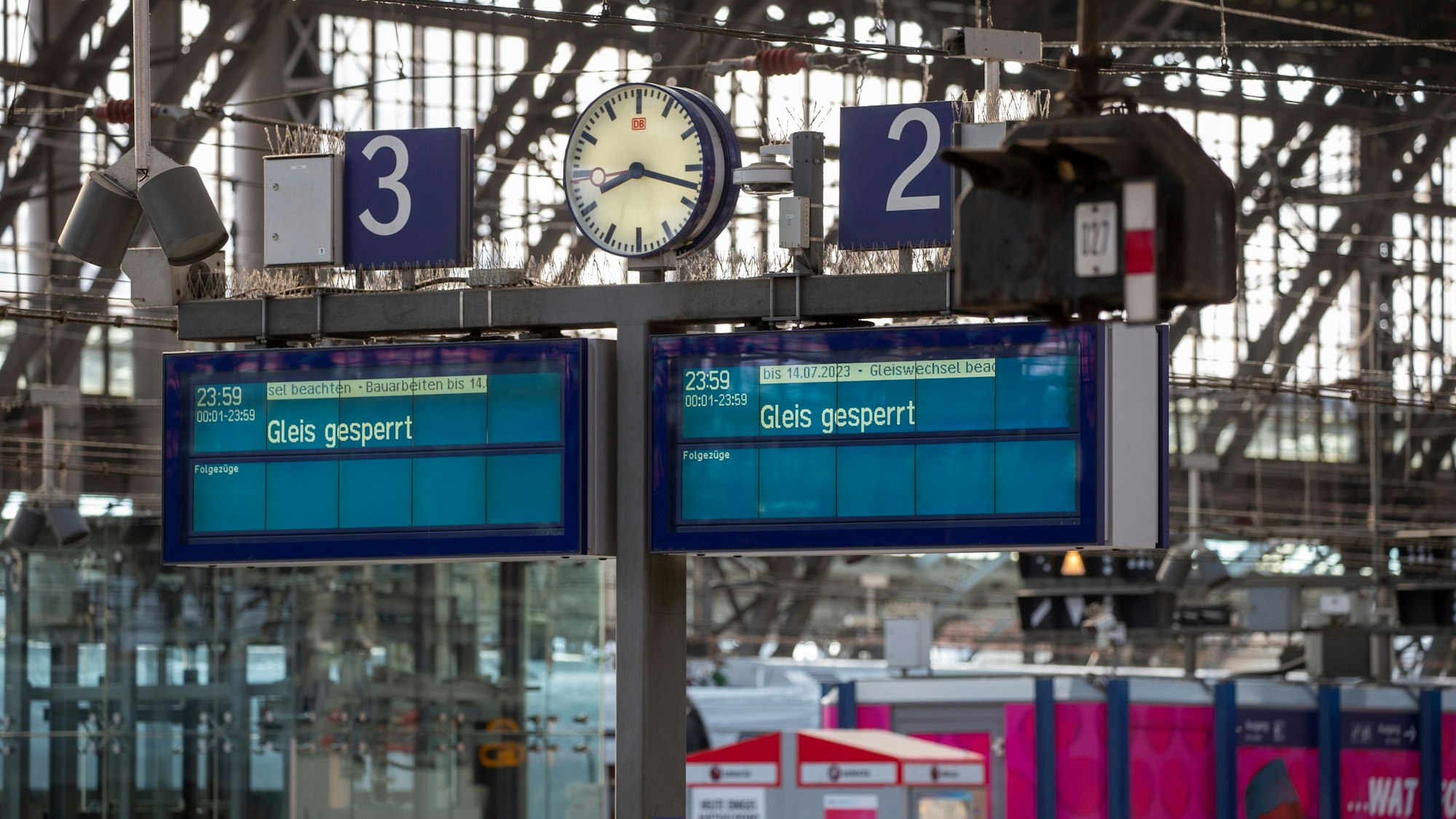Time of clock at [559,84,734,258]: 8:17
